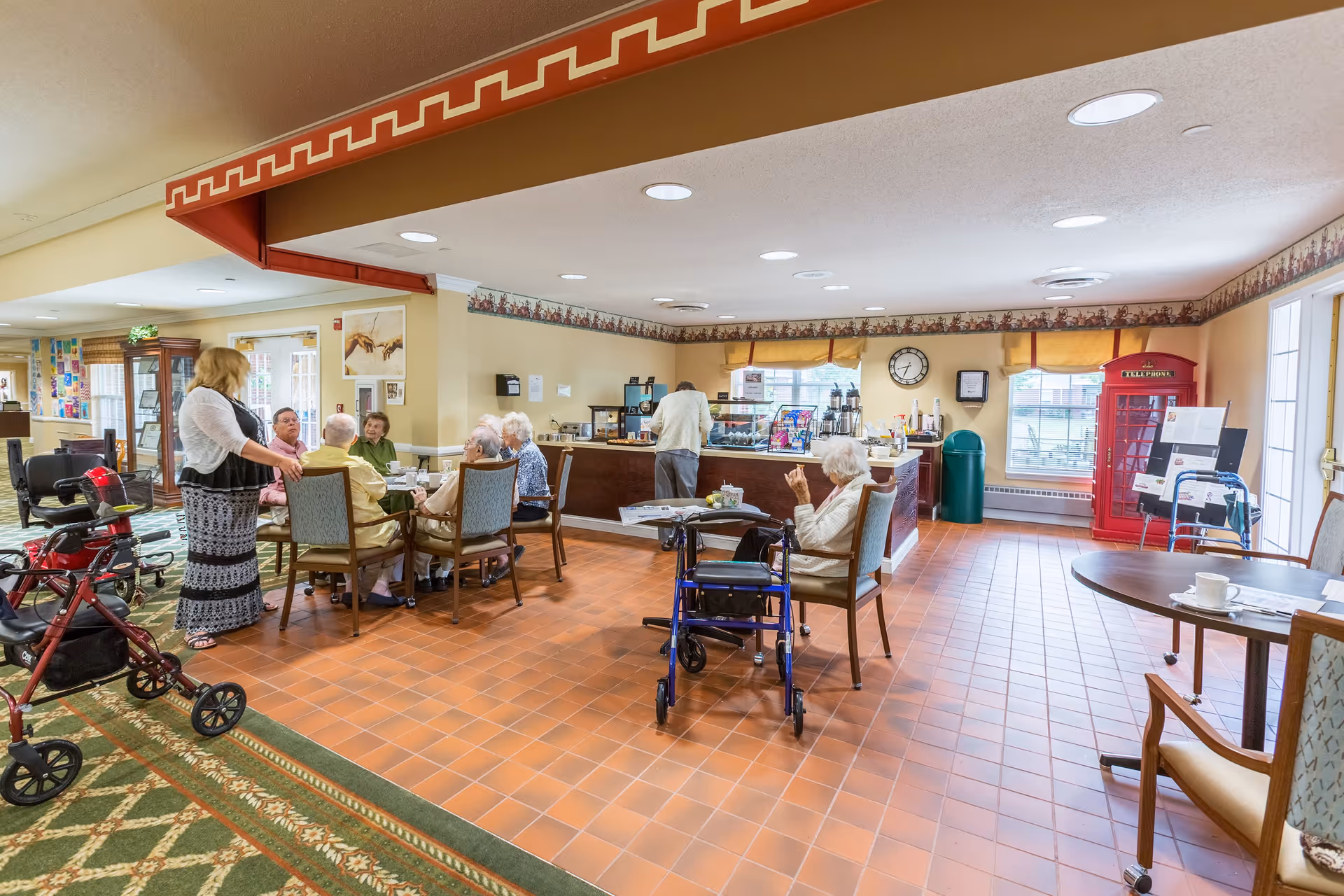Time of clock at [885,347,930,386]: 8:33
